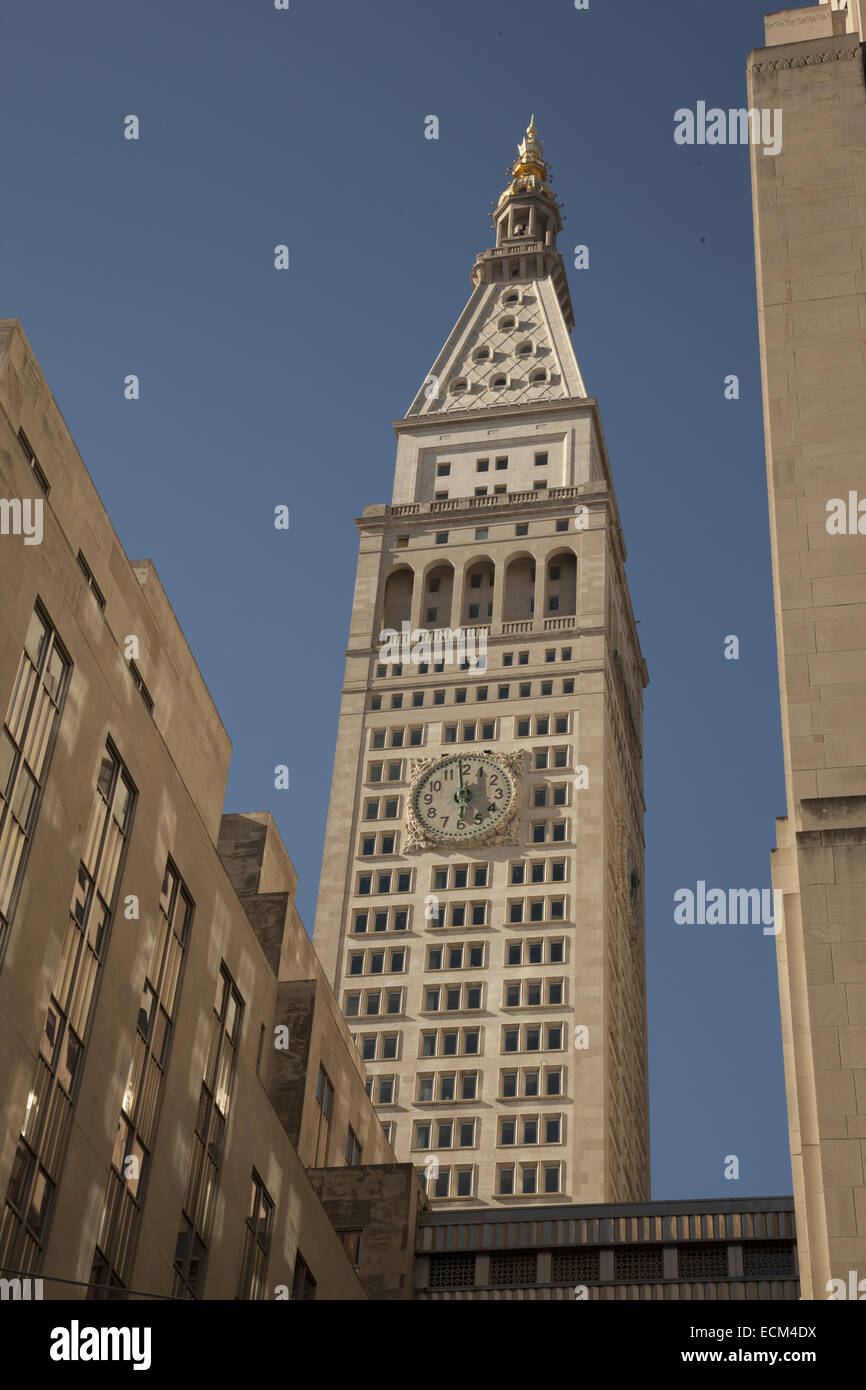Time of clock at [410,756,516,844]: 5:59
